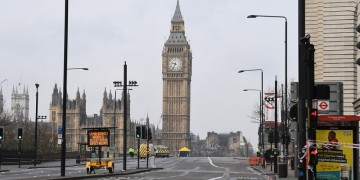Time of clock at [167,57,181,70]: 9:34
